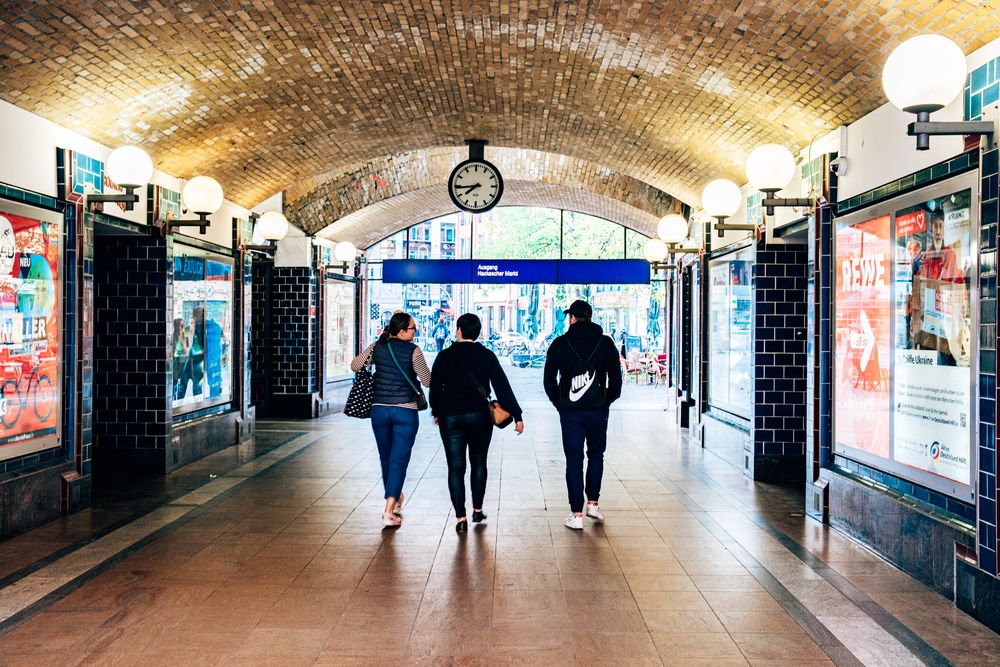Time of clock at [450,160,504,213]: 7:44
